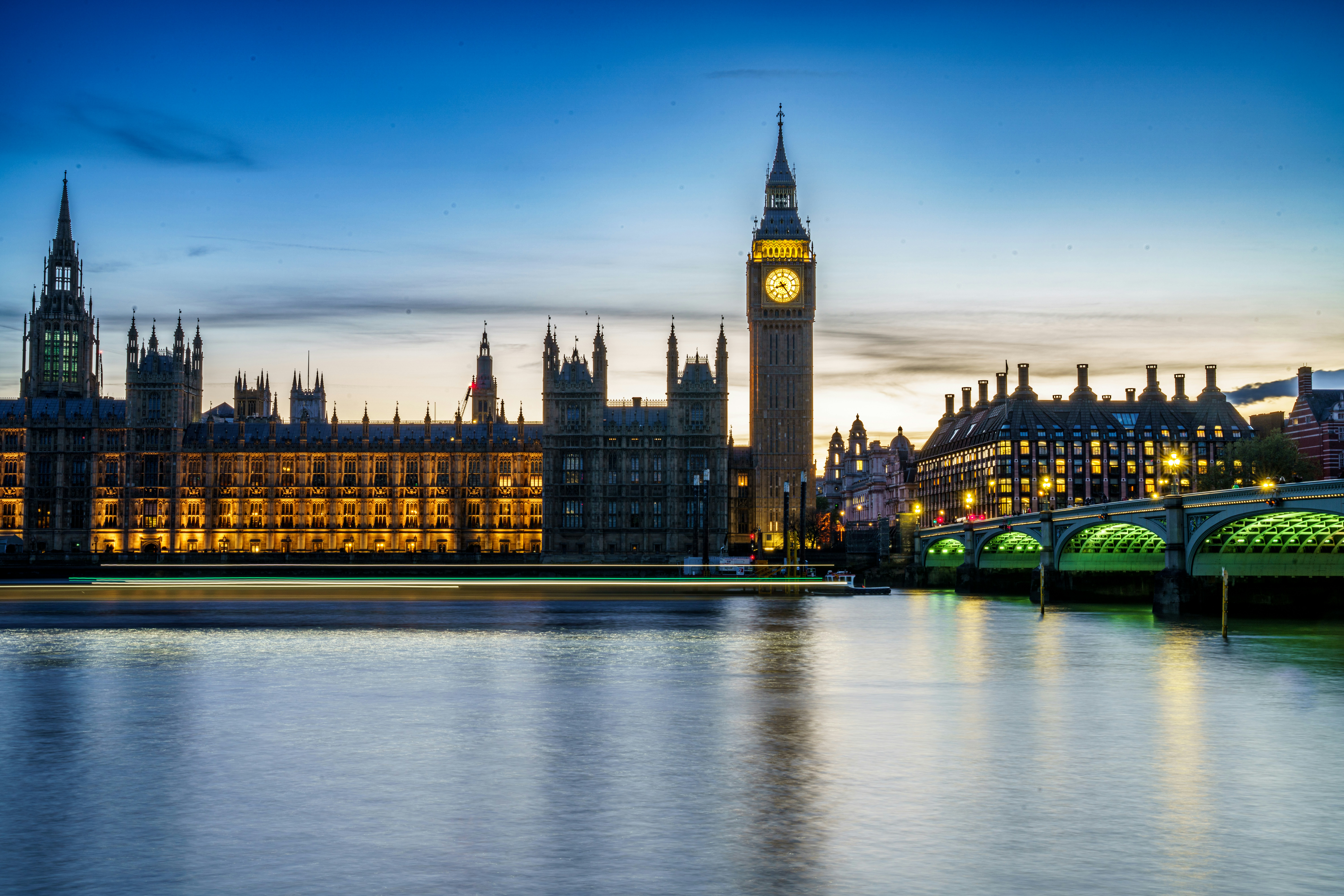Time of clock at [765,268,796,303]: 8:23
